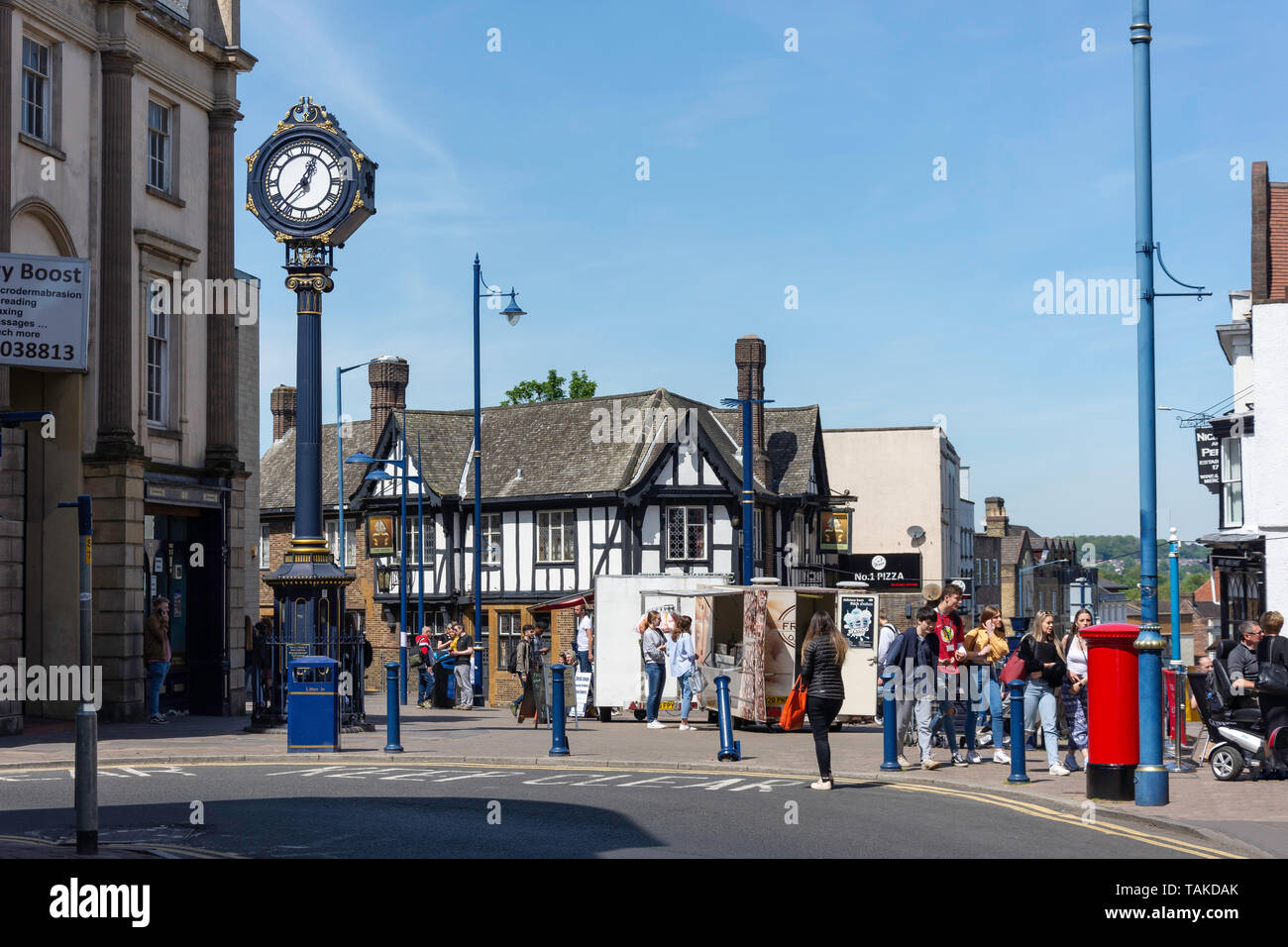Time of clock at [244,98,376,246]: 12:37
